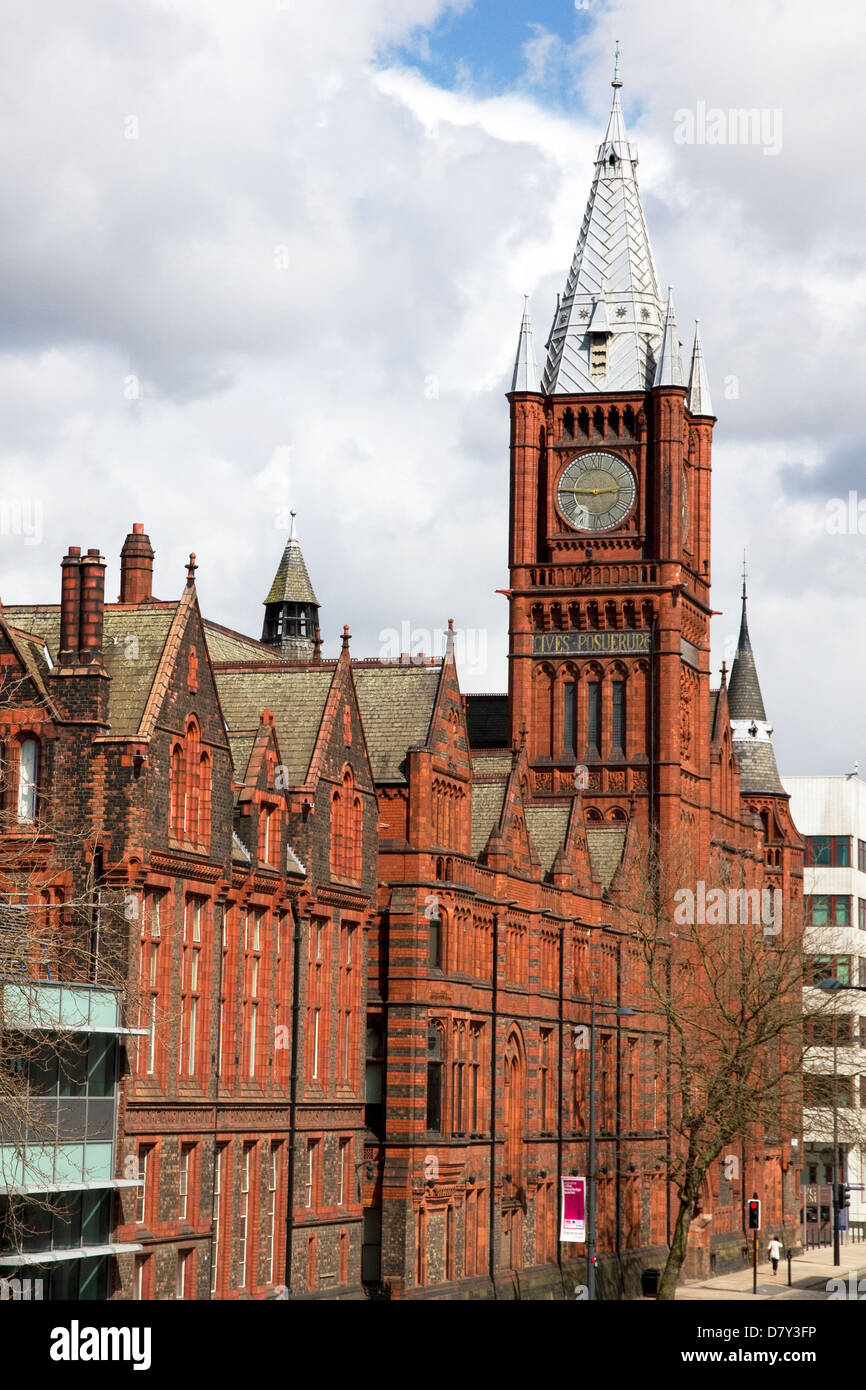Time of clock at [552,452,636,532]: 2:45
